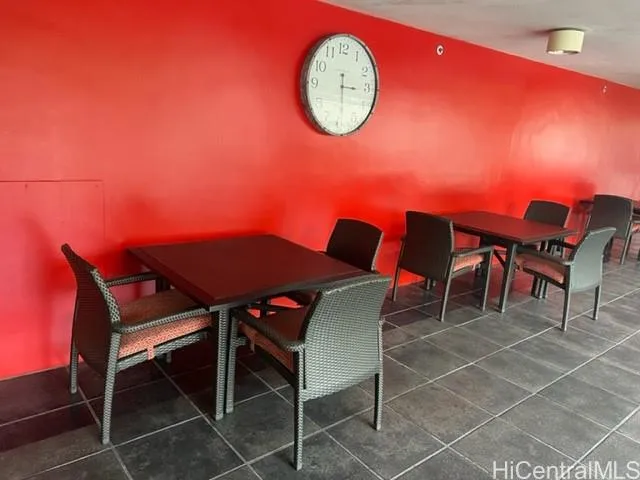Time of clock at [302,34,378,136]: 3:29
